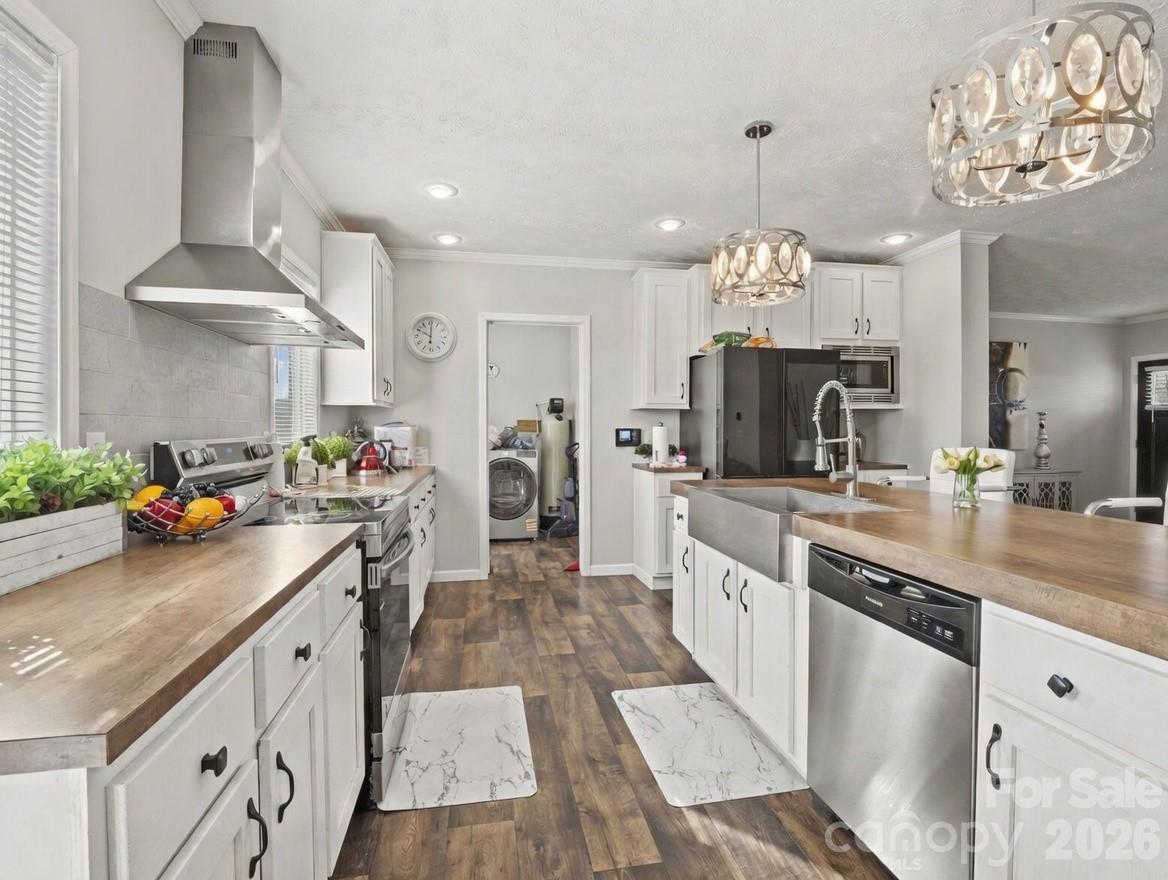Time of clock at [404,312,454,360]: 10:00
